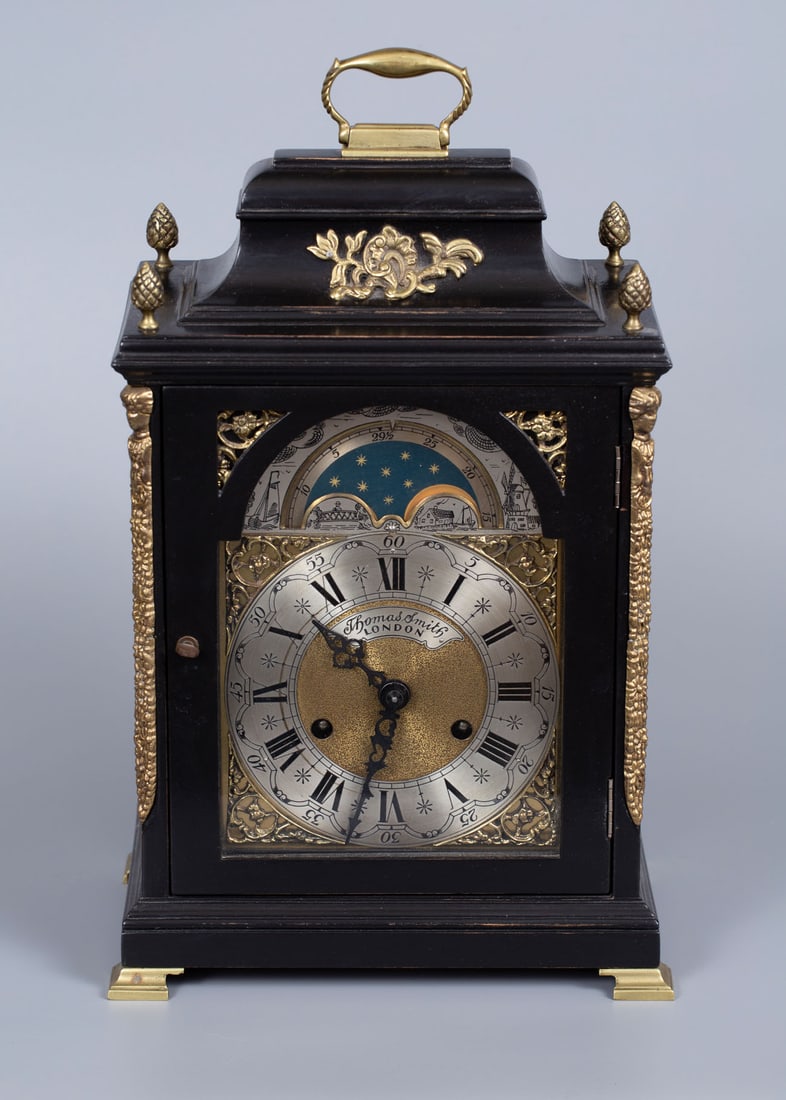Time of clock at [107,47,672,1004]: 10:32
